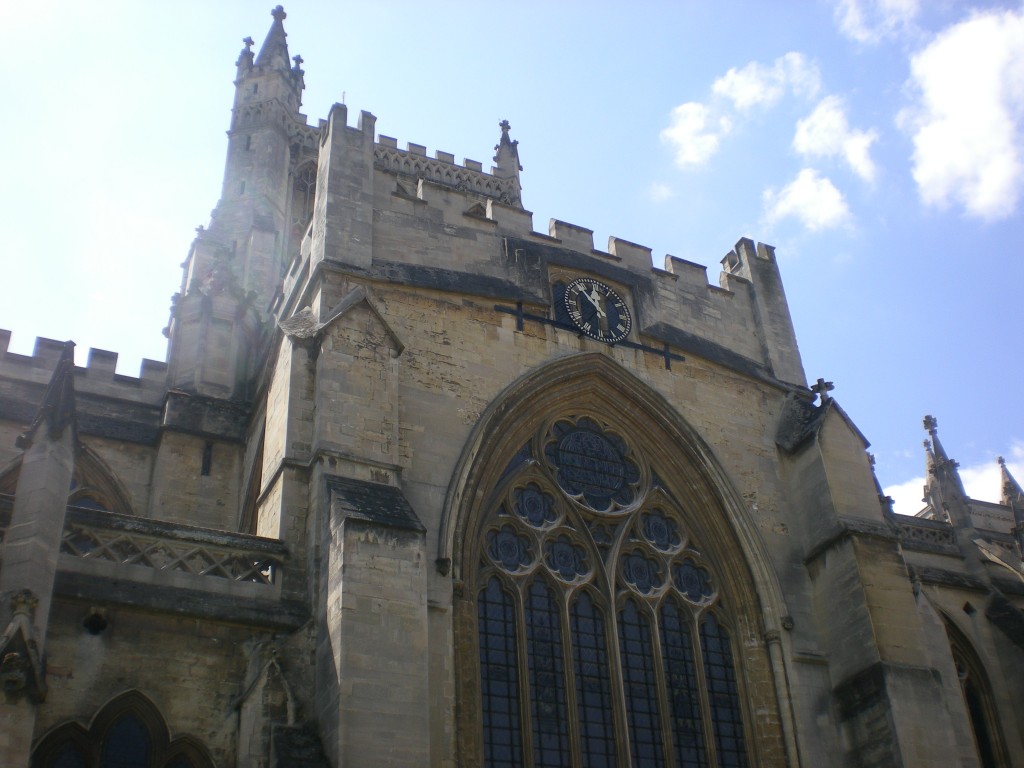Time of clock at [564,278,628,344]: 11:53
